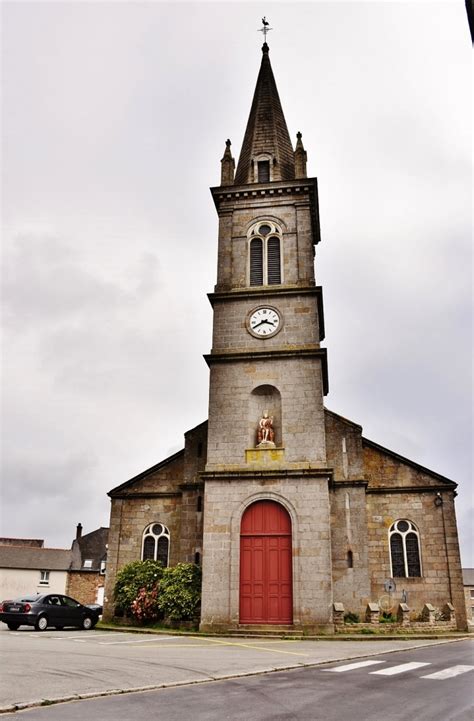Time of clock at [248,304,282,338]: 3:40
